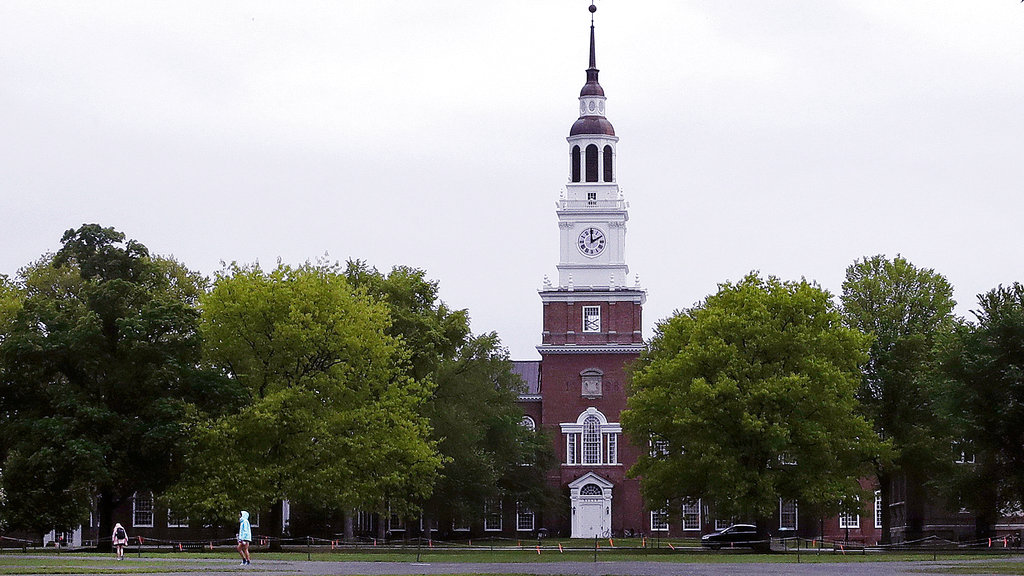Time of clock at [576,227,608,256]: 1:59
